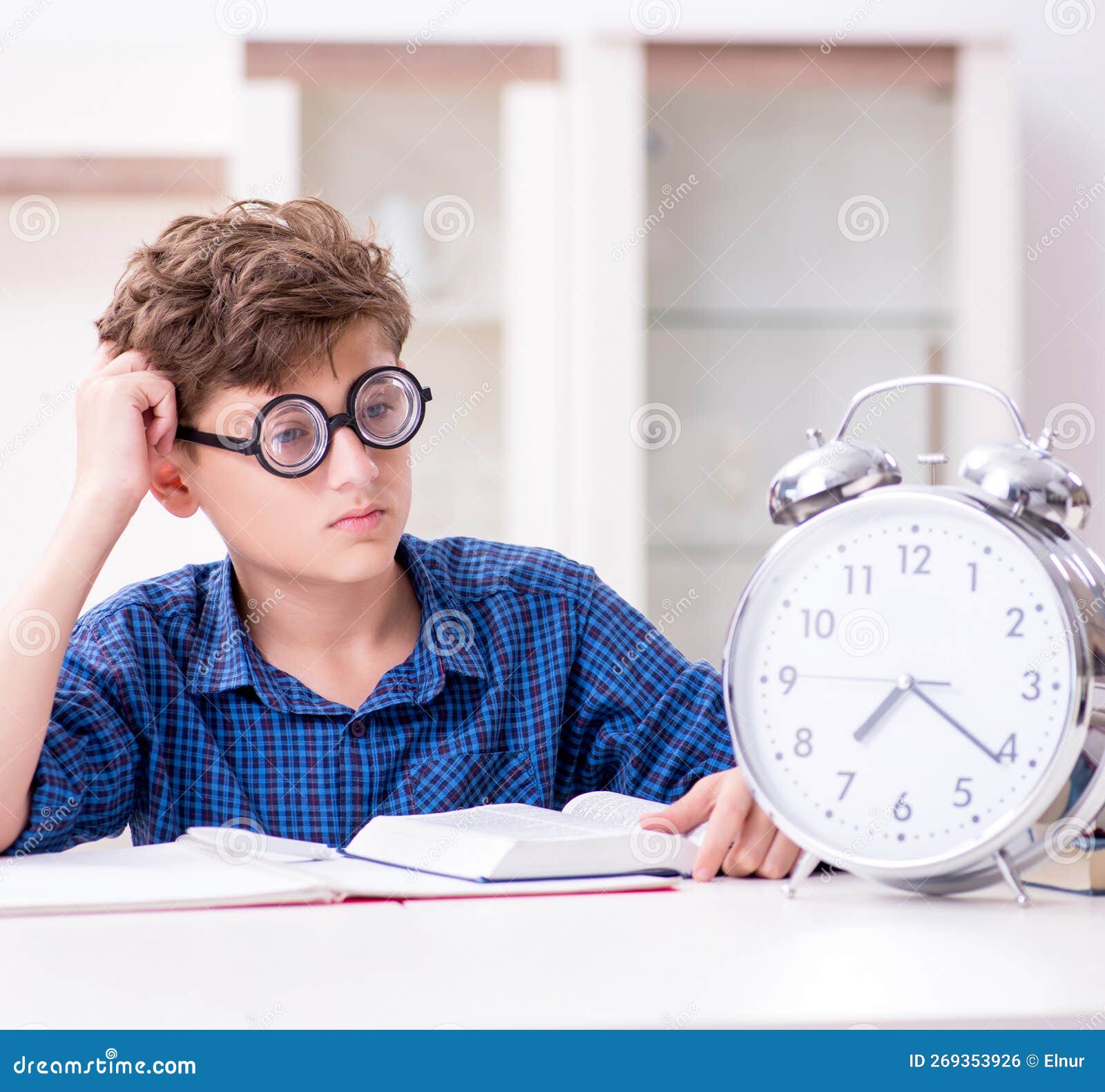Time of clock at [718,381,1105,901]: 7:21
